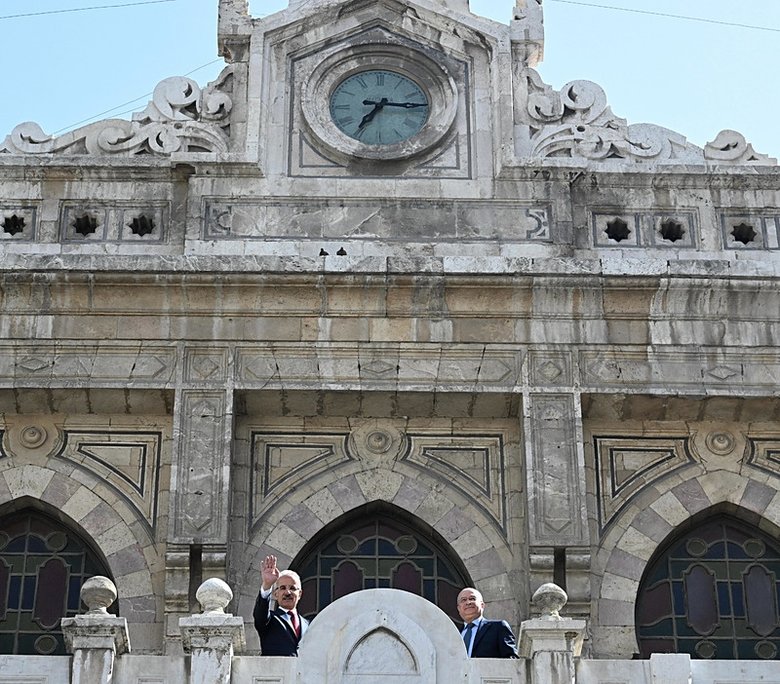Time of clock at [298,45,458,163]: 7:15
